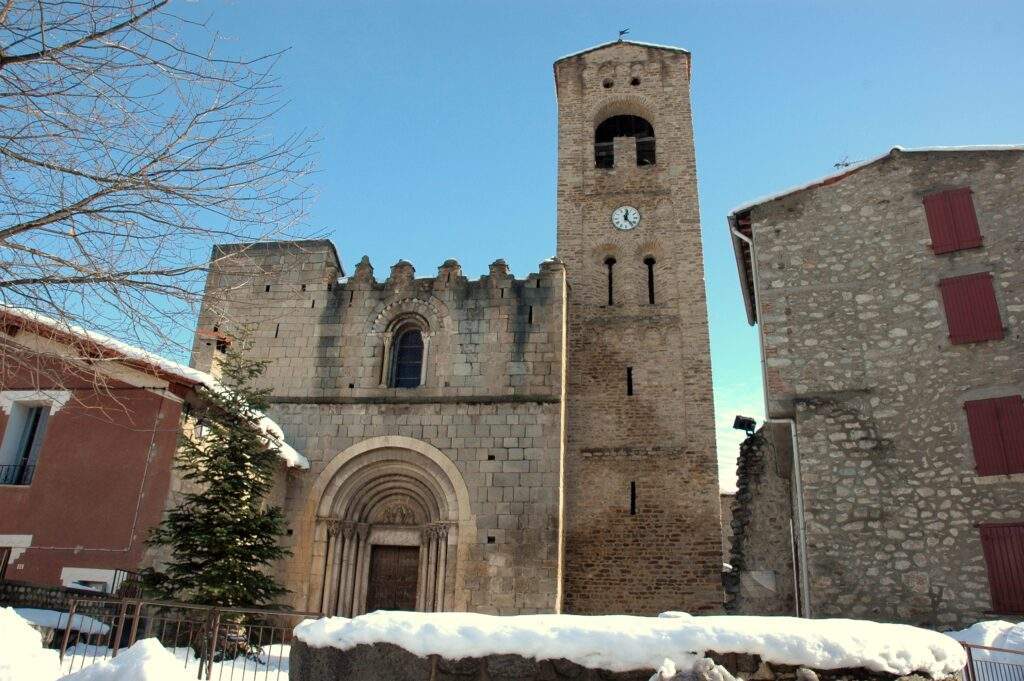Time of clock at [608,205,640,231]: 12:23
